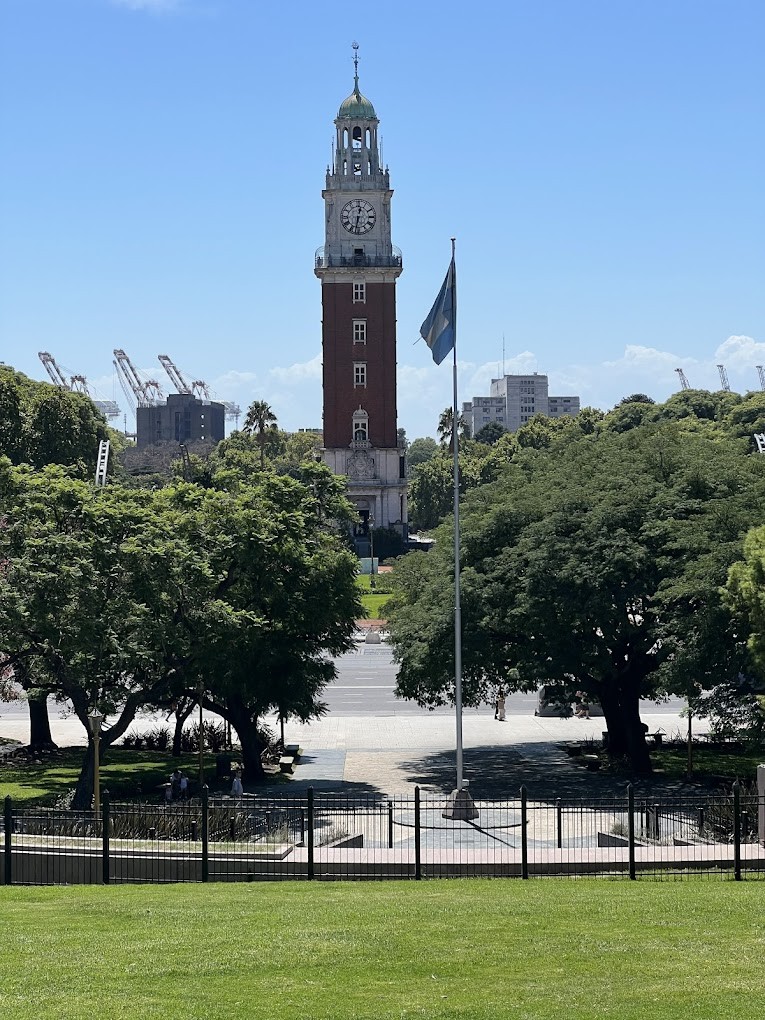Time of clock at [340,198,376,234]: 12:31
